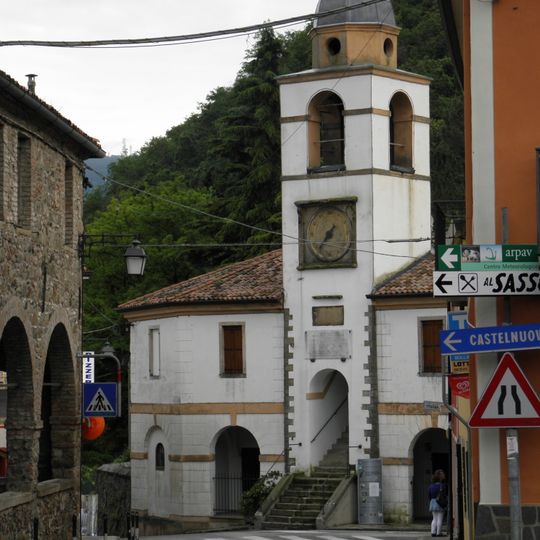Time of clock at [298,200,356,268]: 7:37
